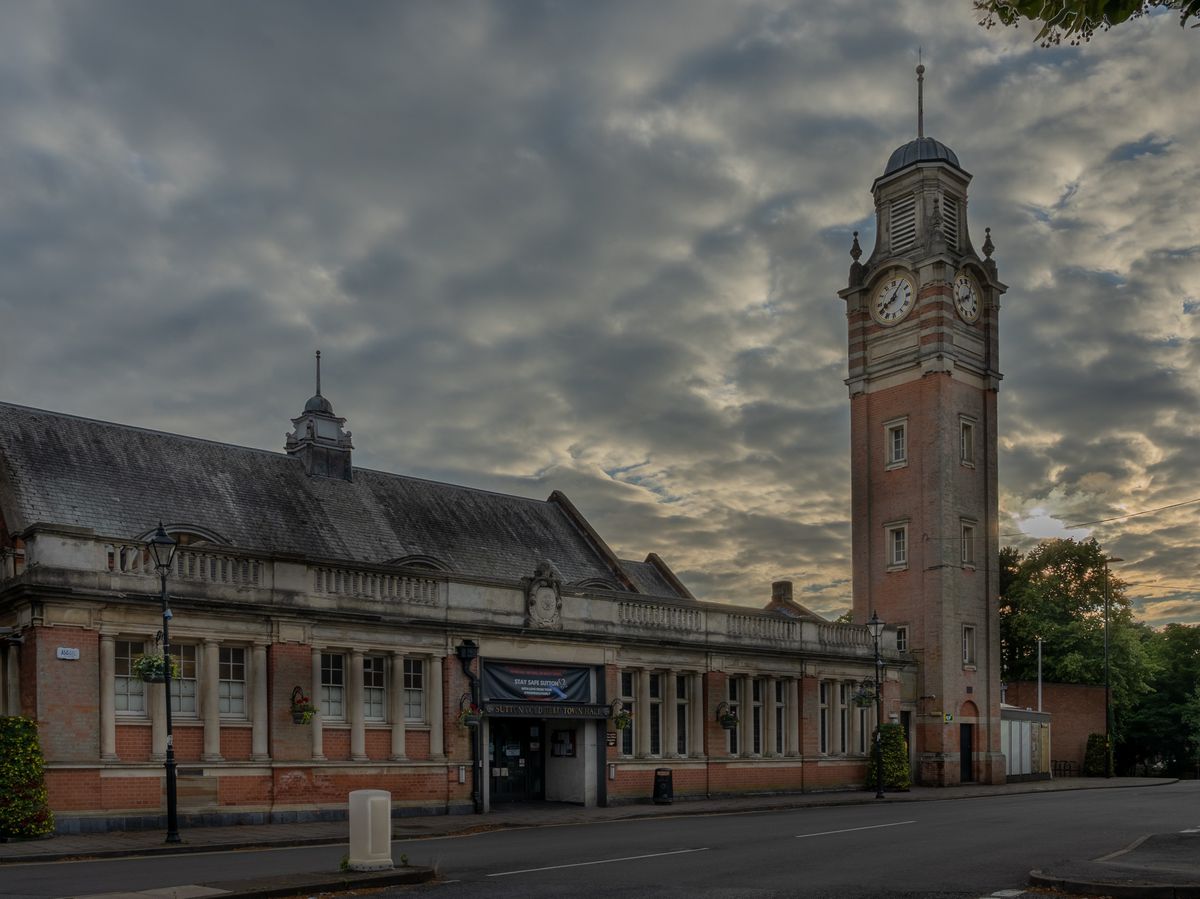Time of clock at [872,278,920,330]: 8:05
